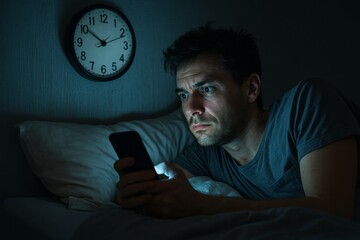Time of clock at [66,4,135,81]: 10:11
